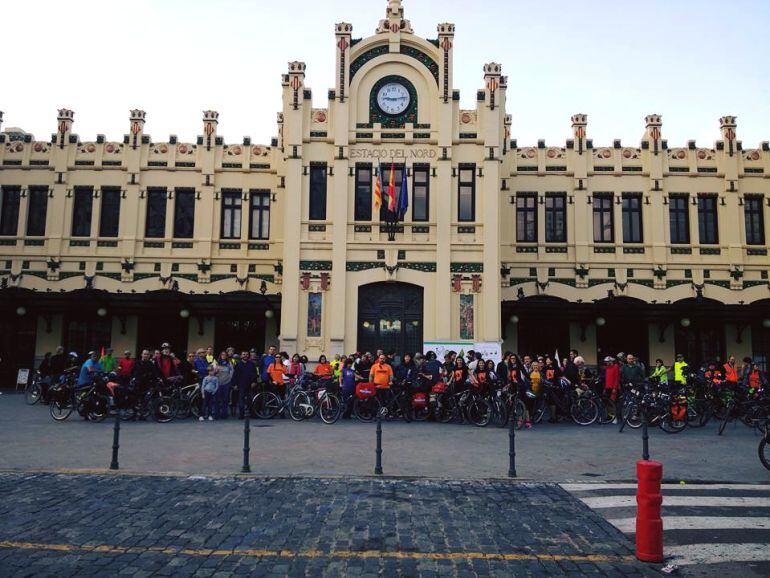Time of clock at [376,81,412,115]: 9:13
